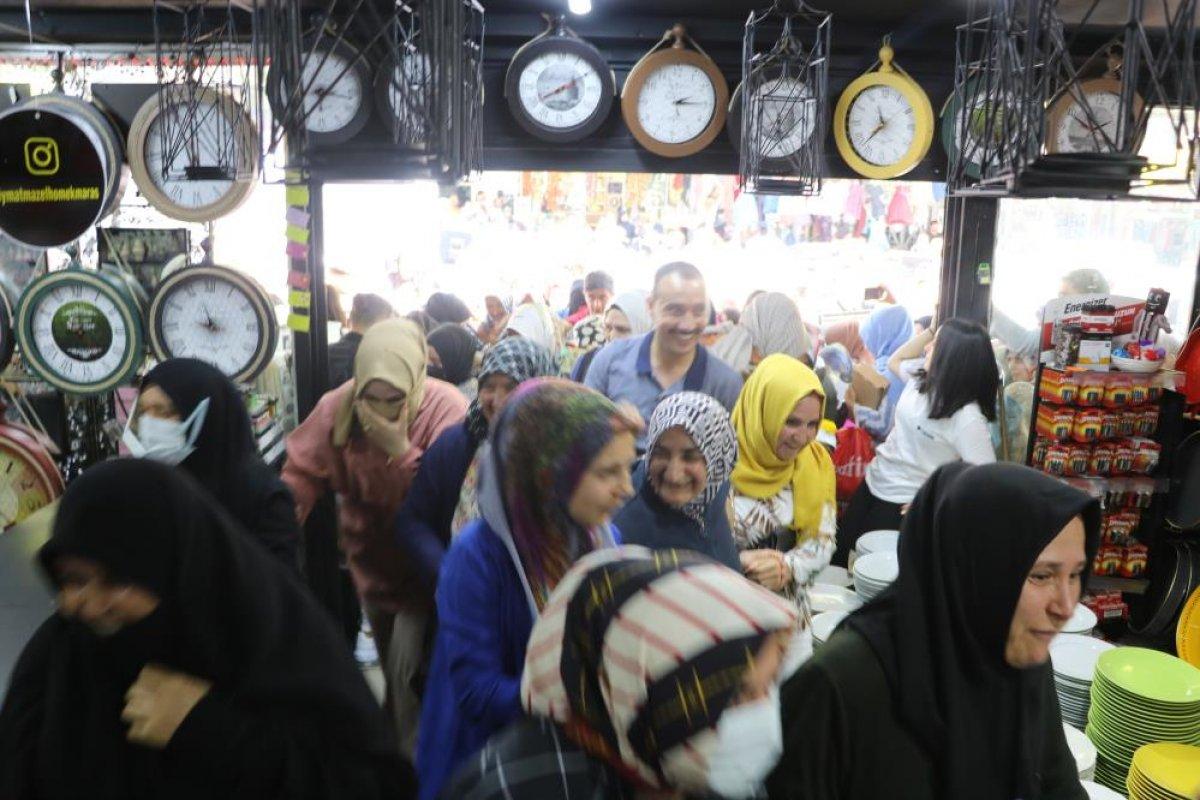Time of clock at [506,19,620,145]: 8:09
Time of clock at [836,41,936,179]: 11:37
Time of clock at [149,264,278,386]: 8:57
